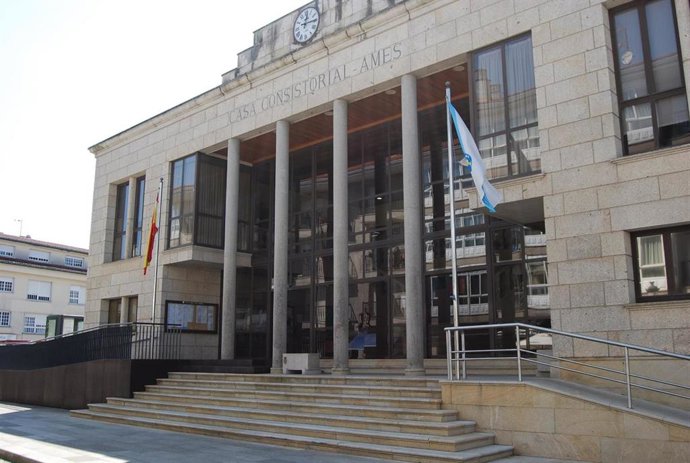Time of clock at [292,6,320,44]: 12:14
